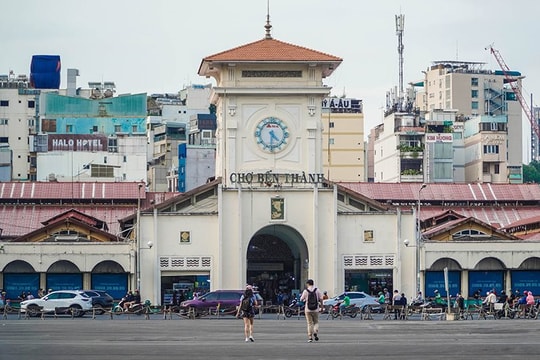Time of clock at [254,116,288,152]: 4:30
